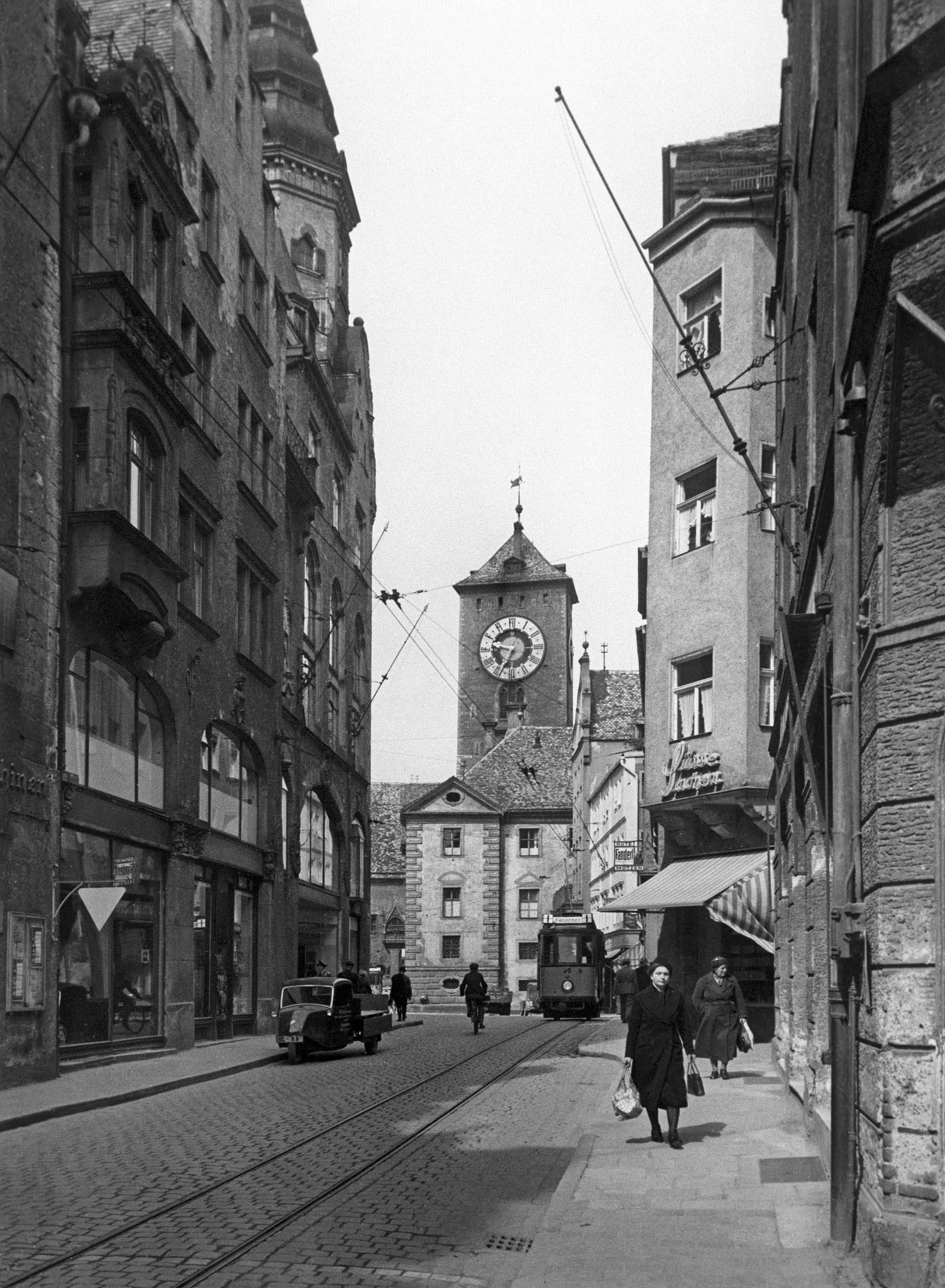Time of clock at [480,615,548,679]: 9:34
